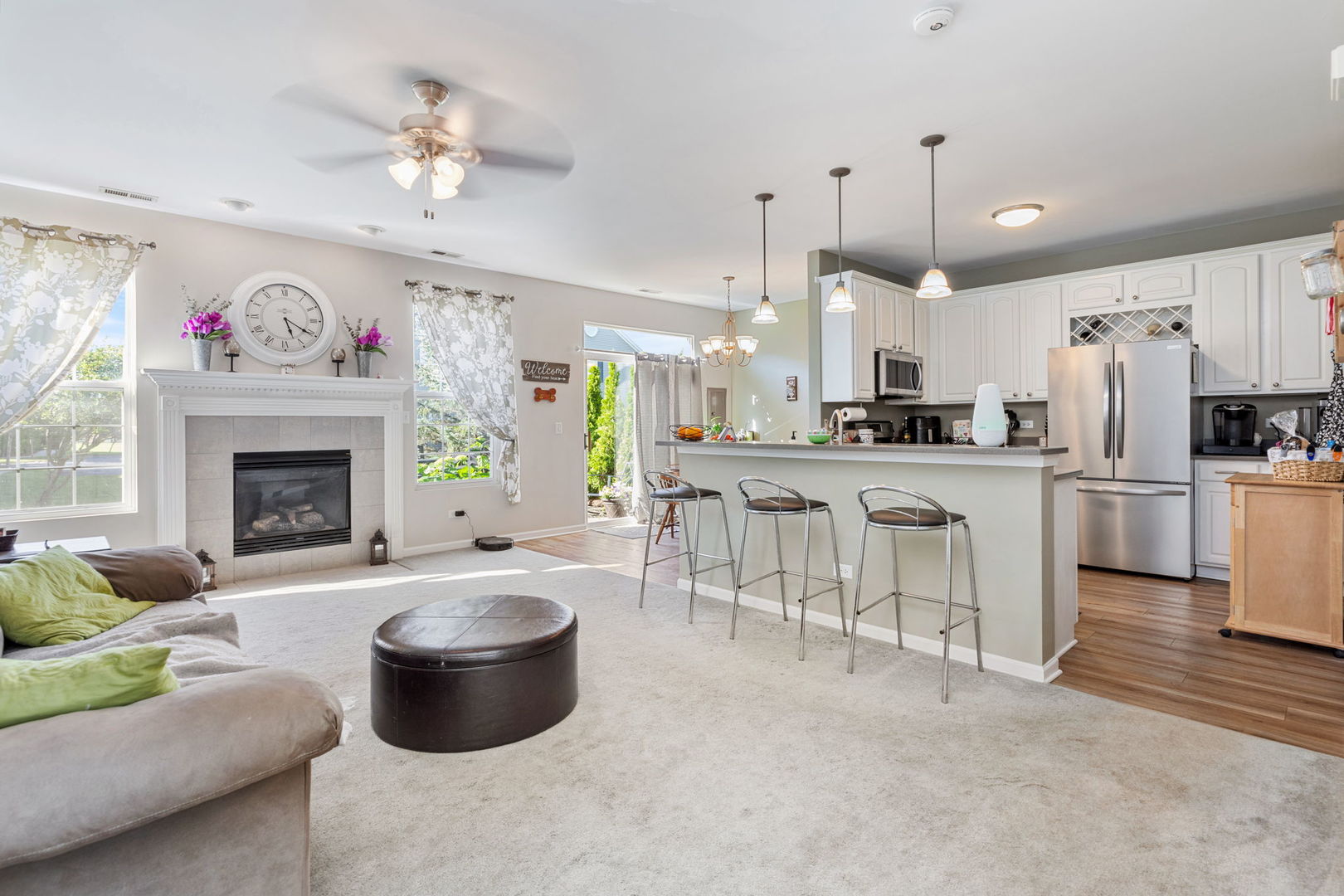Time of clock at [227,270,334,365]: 5:20
